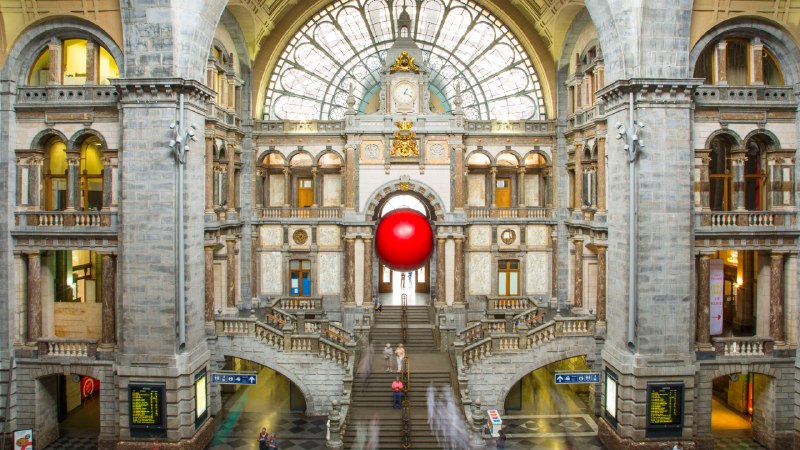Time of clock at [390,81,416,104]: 1:18
